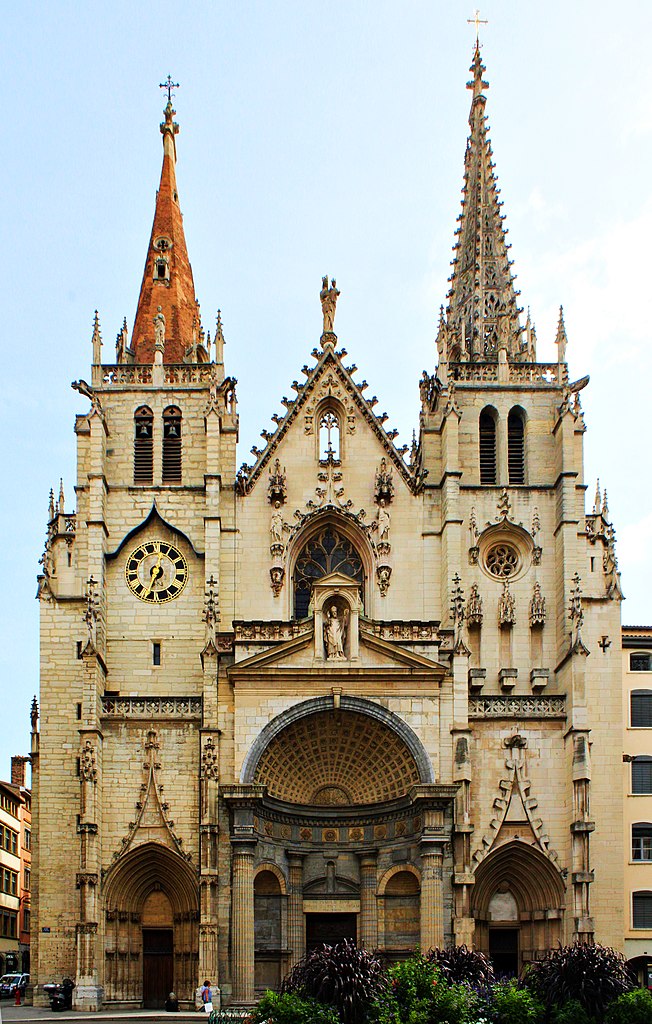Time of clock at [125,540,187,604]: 12:33
